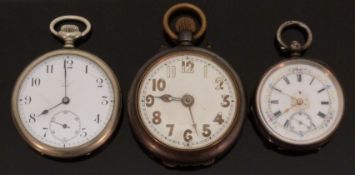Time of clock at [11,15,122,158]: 7:59
